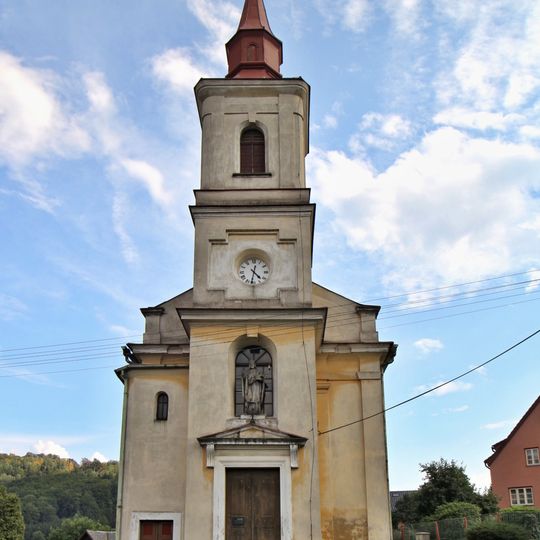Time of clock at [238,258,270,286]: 4:31
